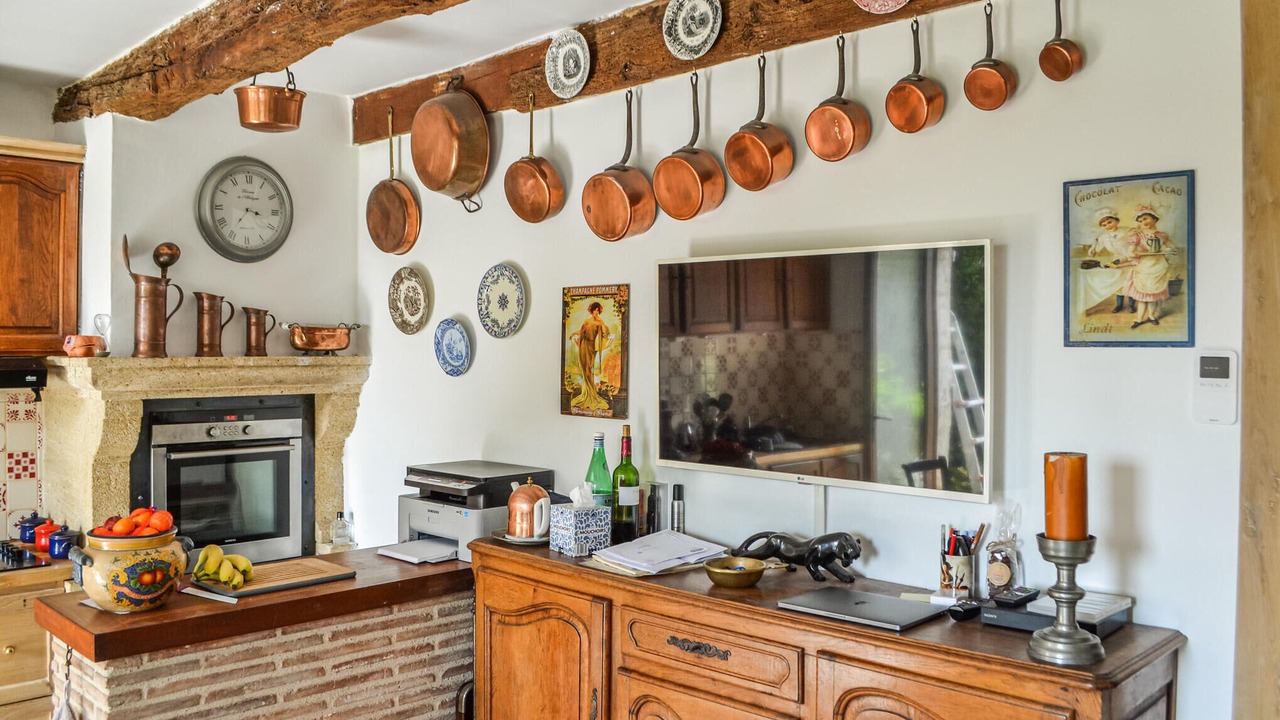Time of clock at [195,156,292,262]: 3:35
